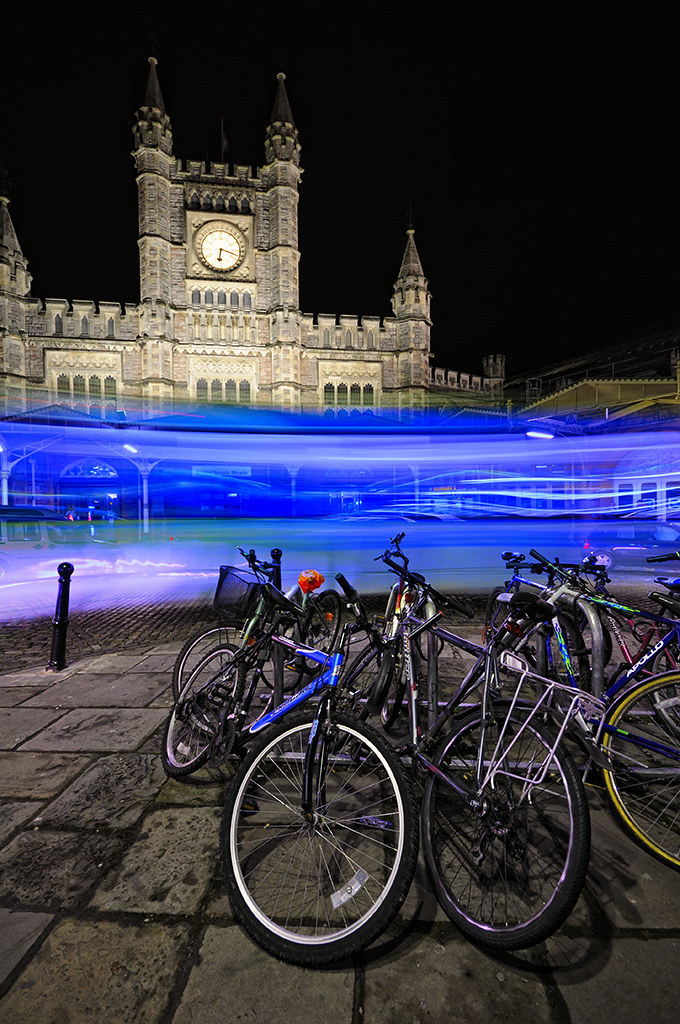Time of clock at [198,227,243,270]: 6:17
